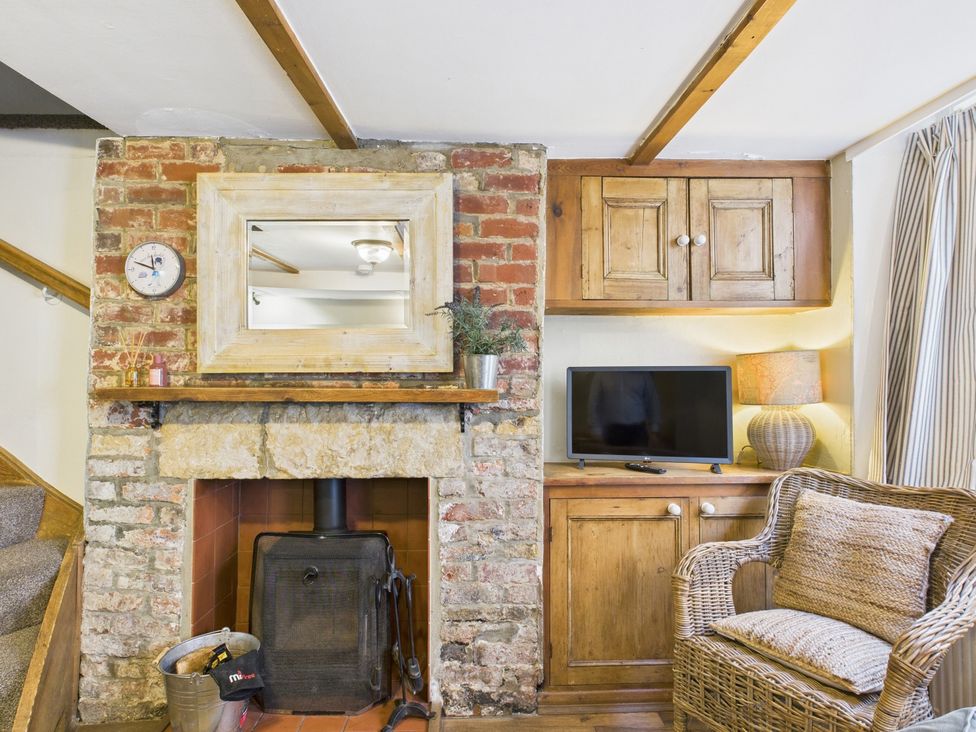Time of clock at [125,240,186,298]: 11:48
